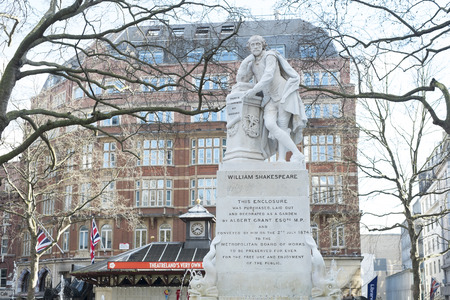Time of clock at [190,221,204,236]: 3:39
